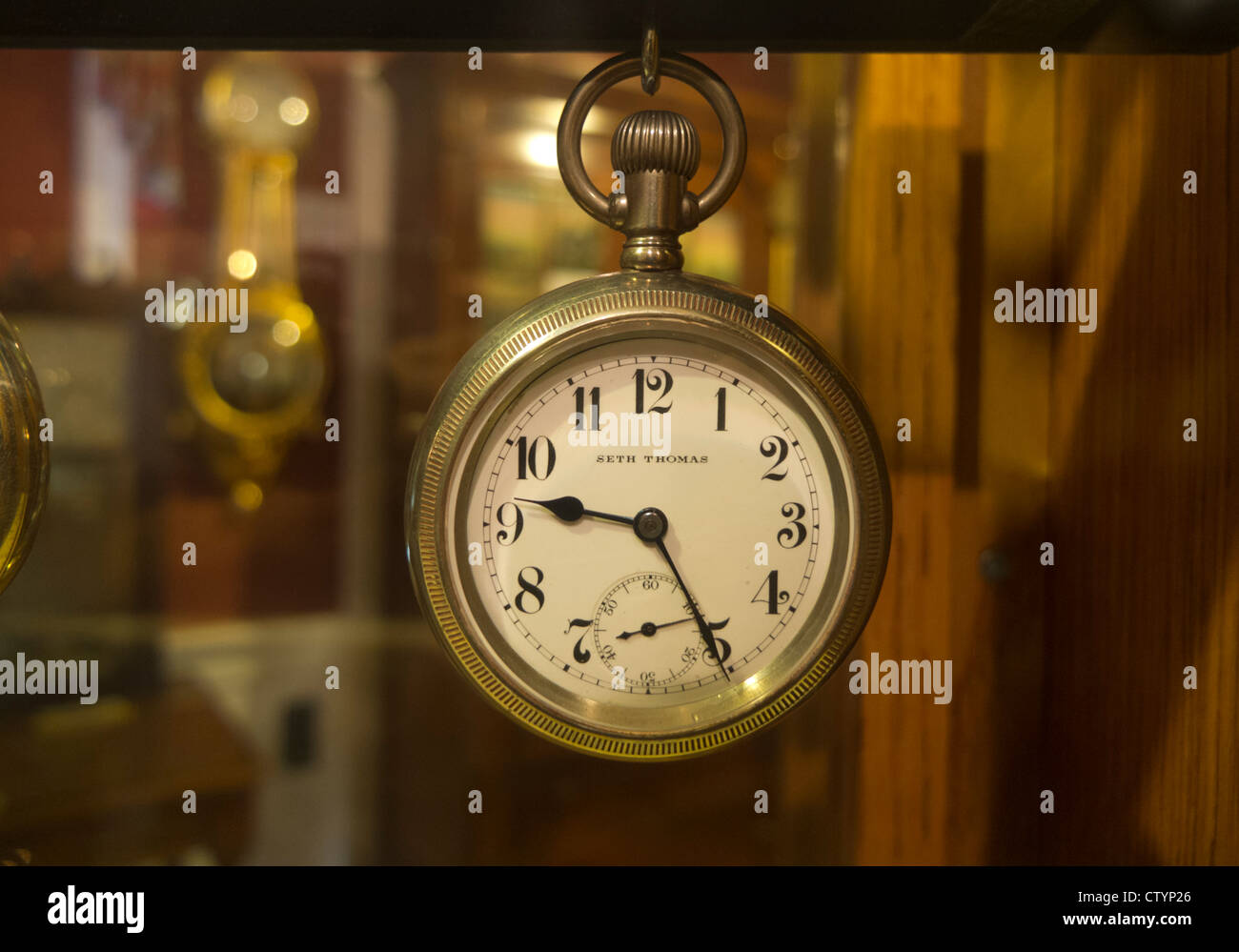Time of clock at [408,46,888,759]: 9:25
